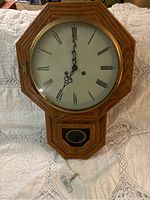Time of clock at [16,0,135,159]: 7:00
